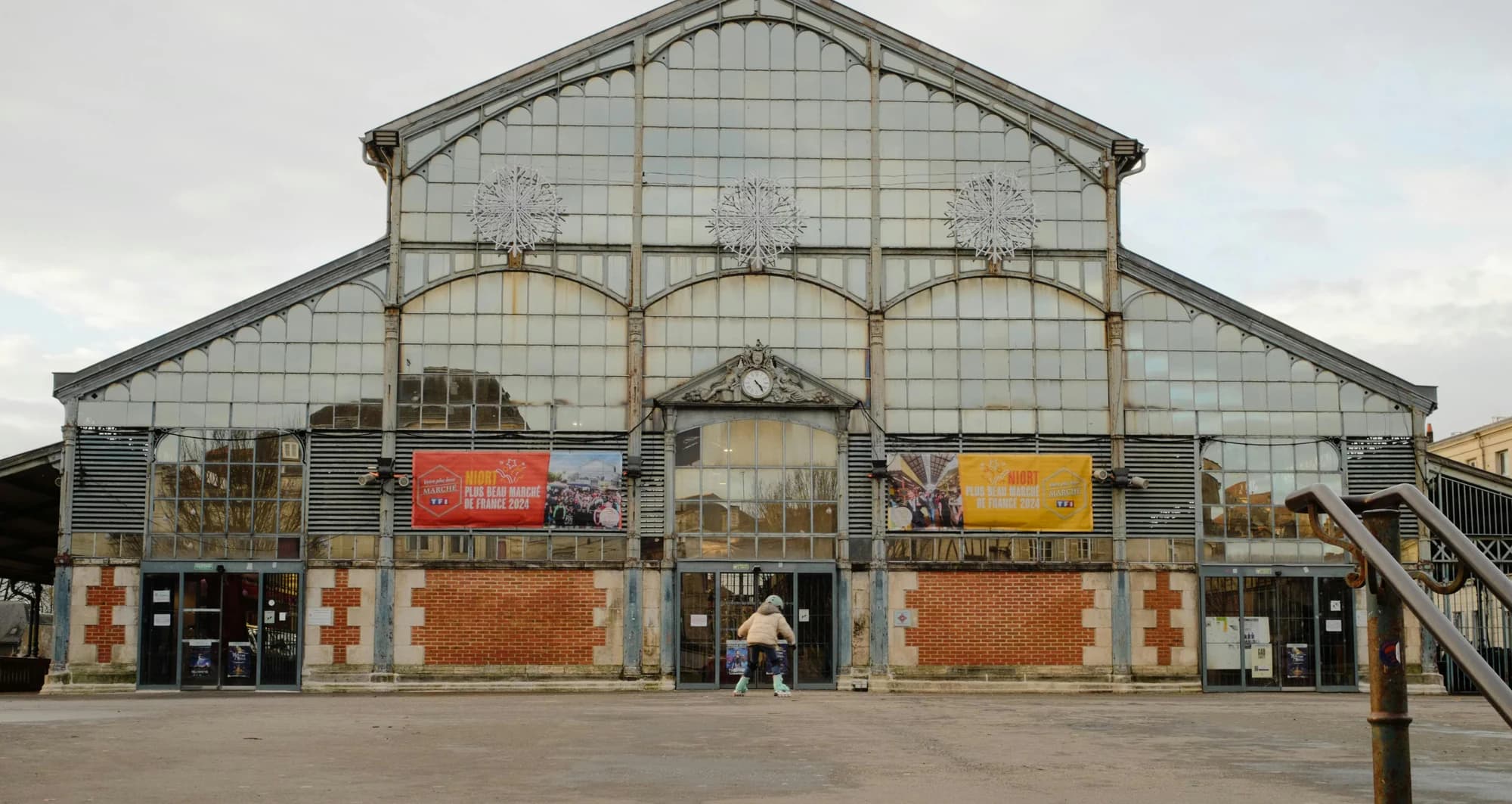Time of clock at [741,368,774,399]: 4:23
